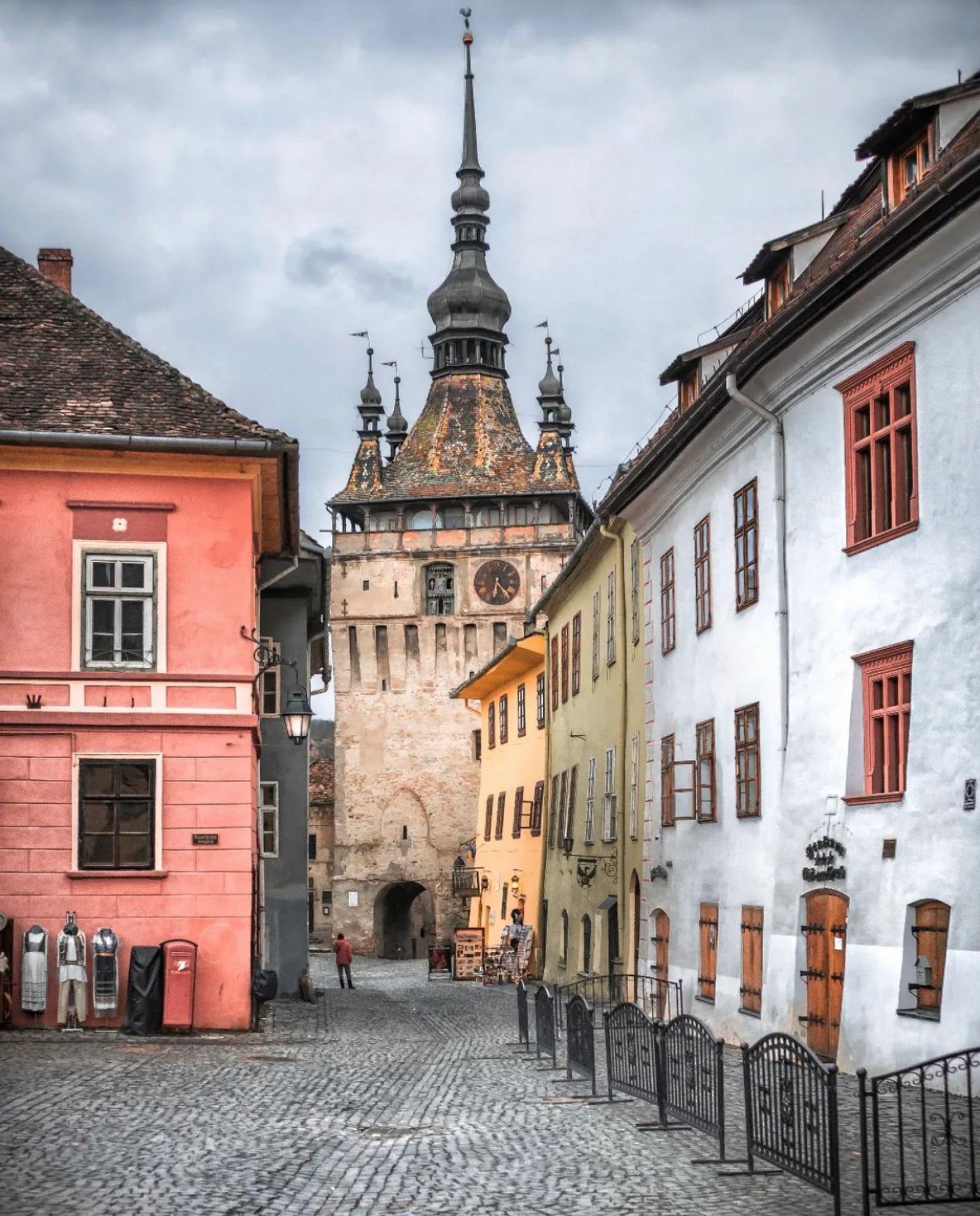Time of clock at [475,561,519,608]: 6:23
